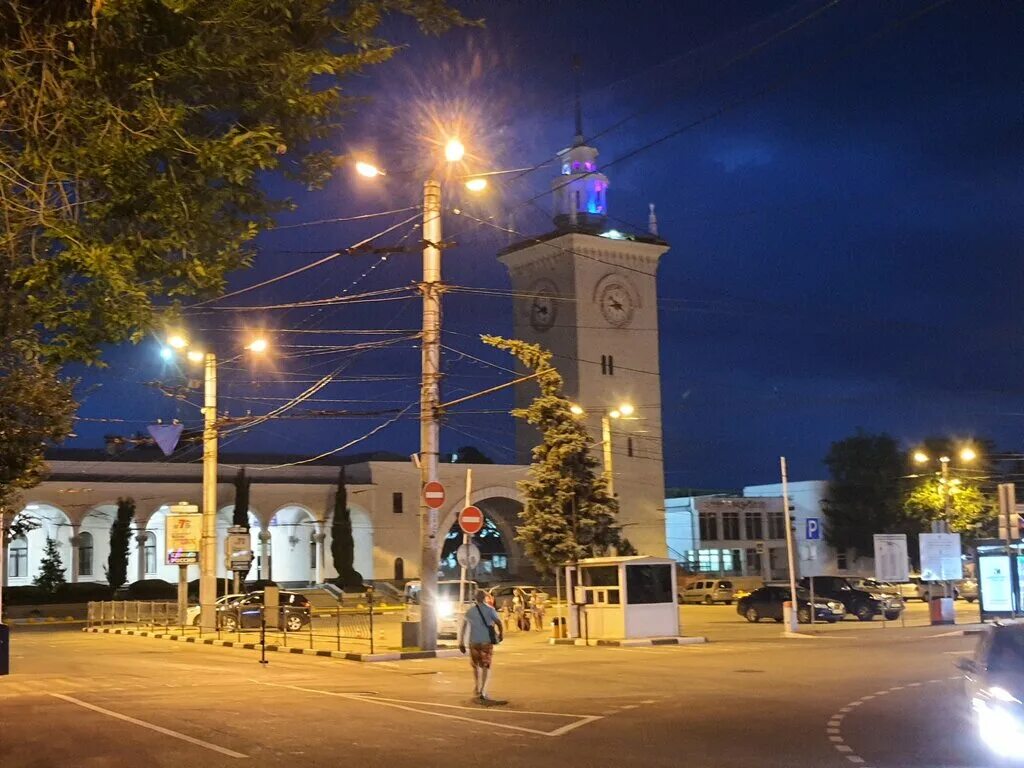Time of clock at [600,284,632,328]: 8:51
